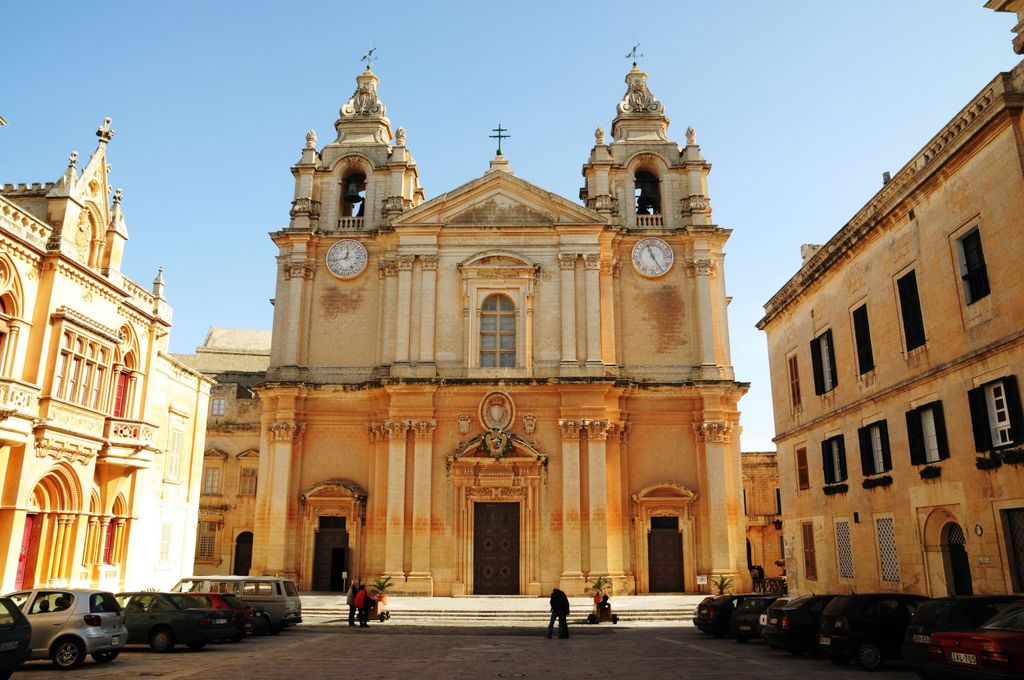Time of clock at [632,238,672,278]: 11:24
